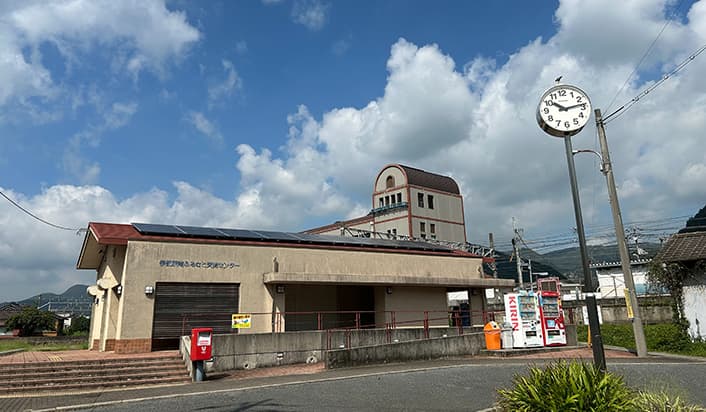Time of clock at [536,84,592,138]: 10:13
